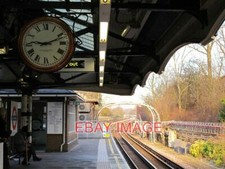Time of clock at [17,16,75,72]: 9:11
